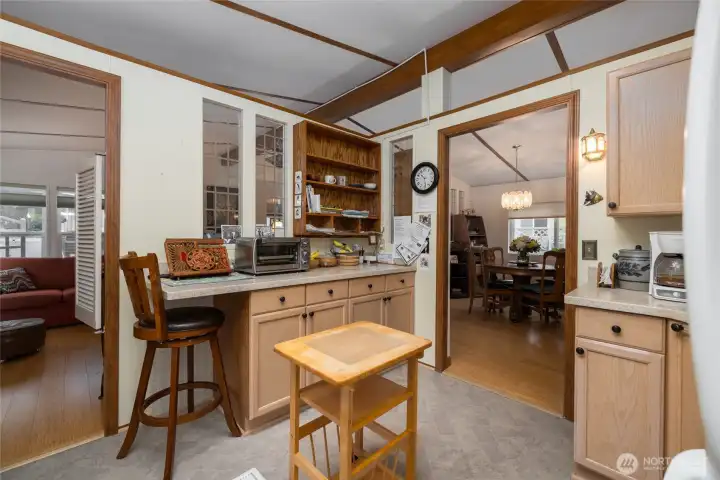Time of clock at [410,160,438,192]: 10:28
